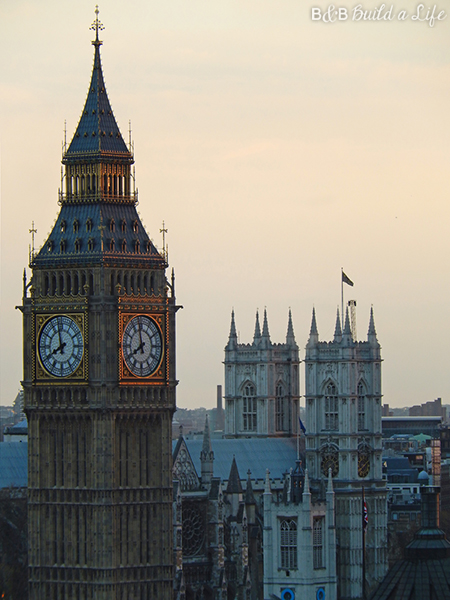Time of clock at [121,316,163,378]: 7:58
